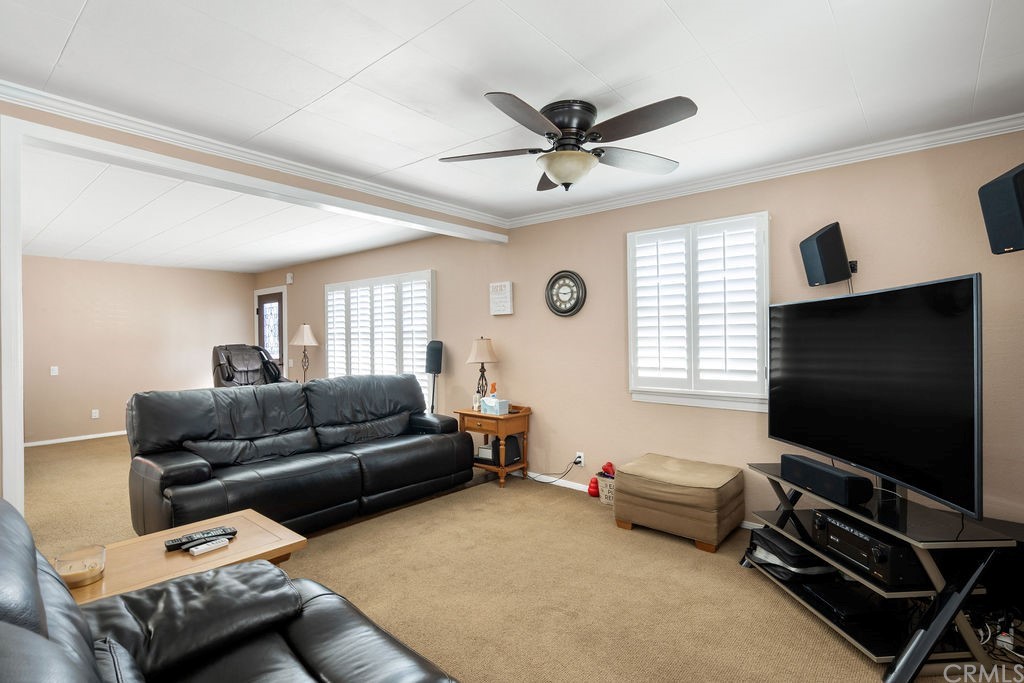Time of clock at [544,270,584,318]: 2:46
